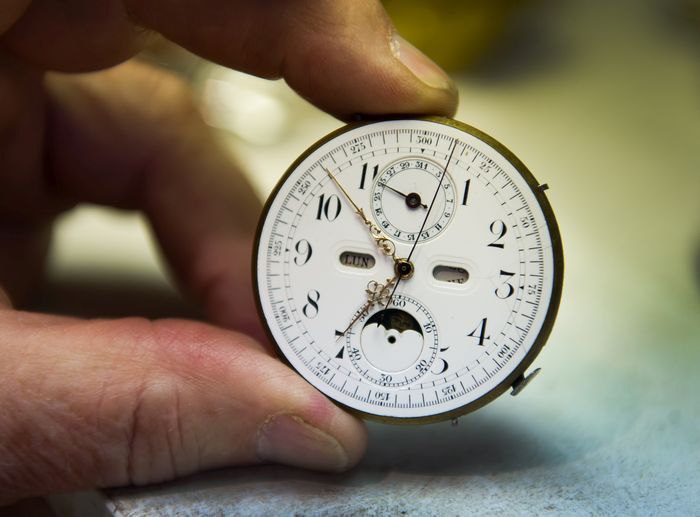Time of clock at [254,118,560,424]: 10:36
